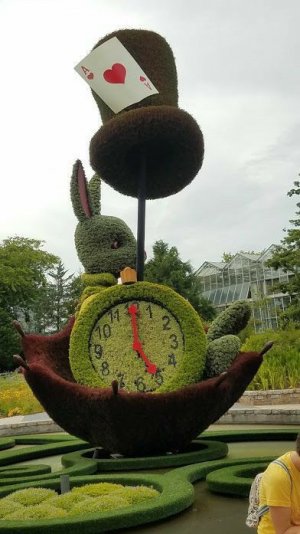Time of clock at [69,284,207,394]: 5:00
